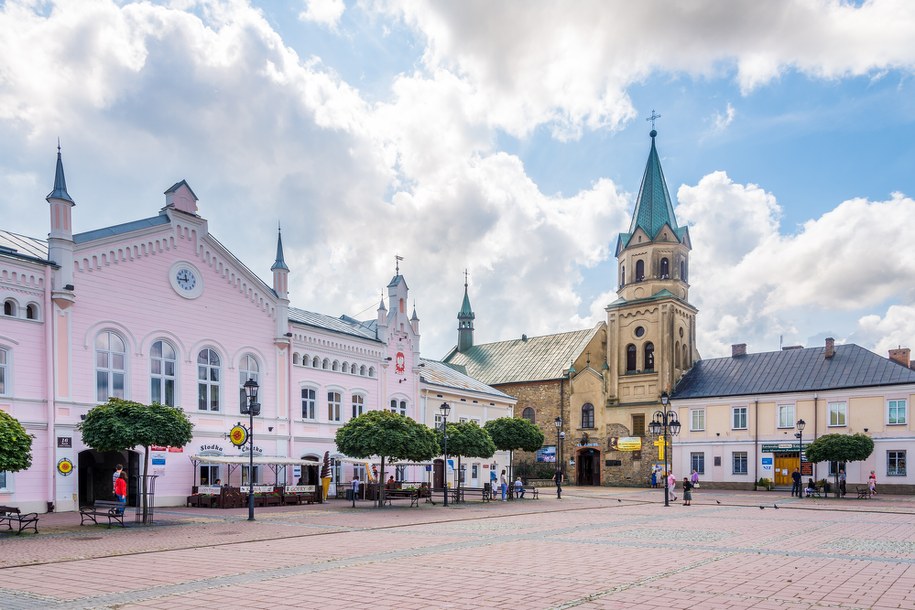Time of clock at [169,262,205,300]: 11:43
